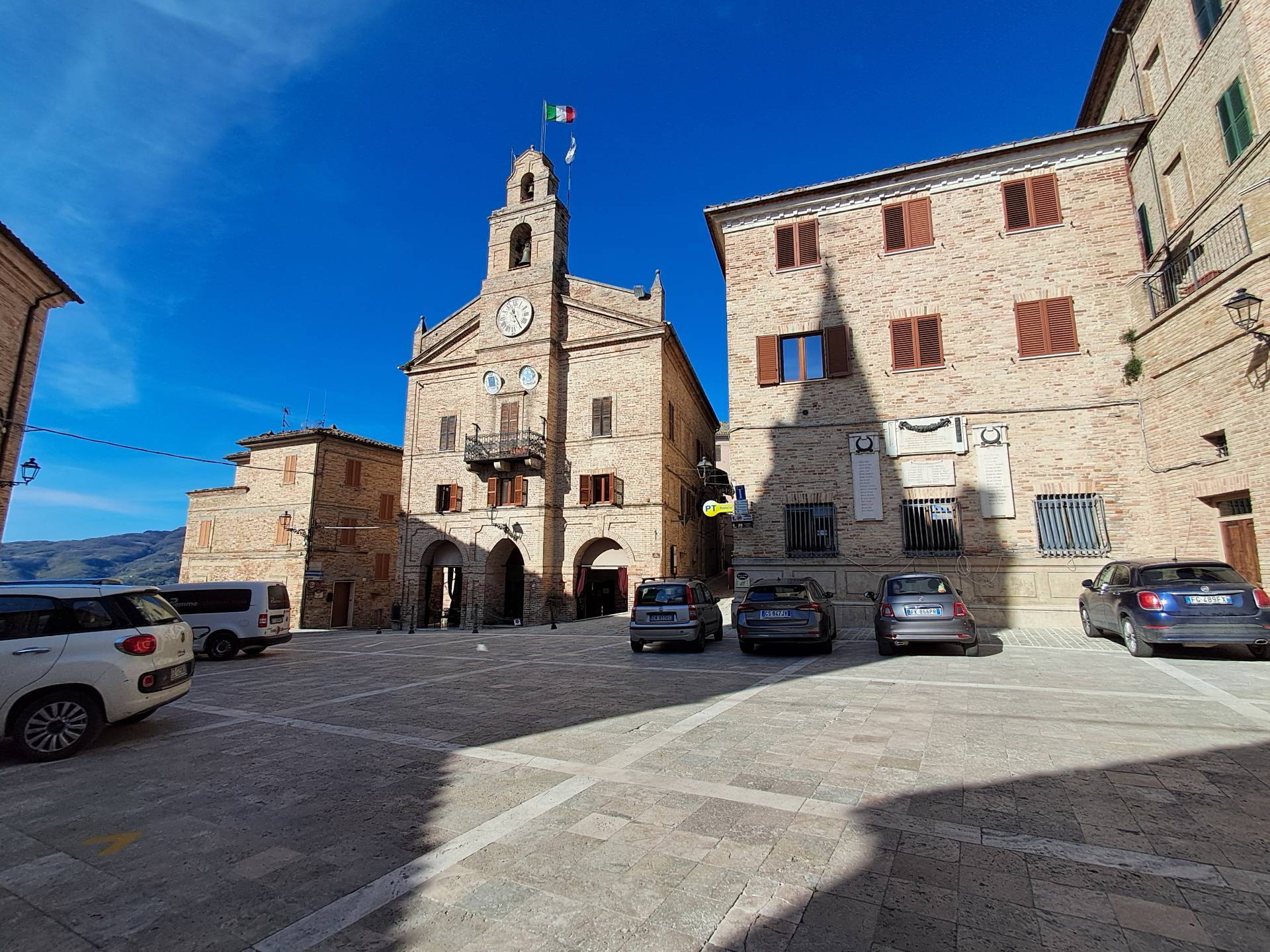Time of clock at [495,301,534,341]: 11:24
